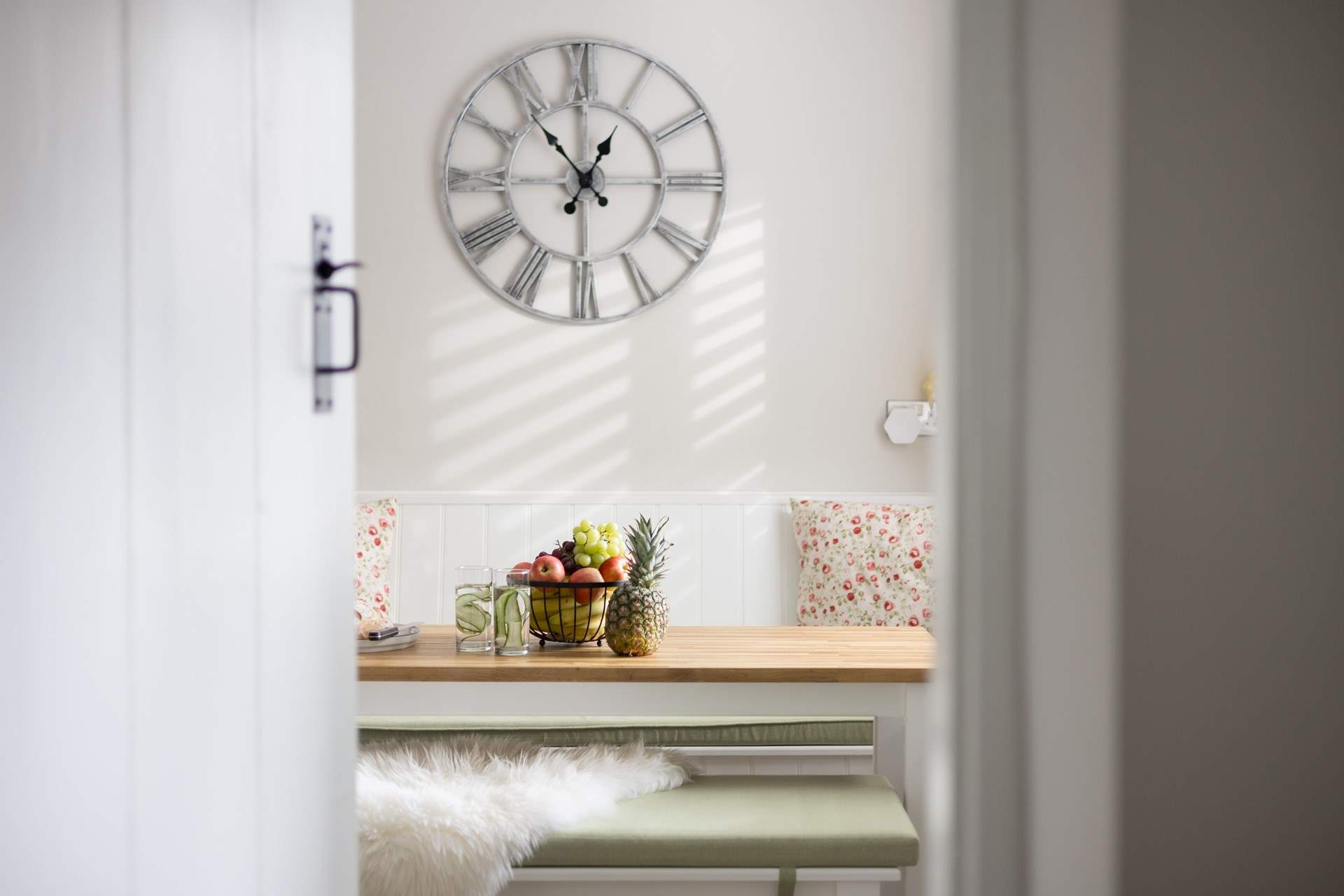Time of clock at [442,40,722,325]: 12:53
